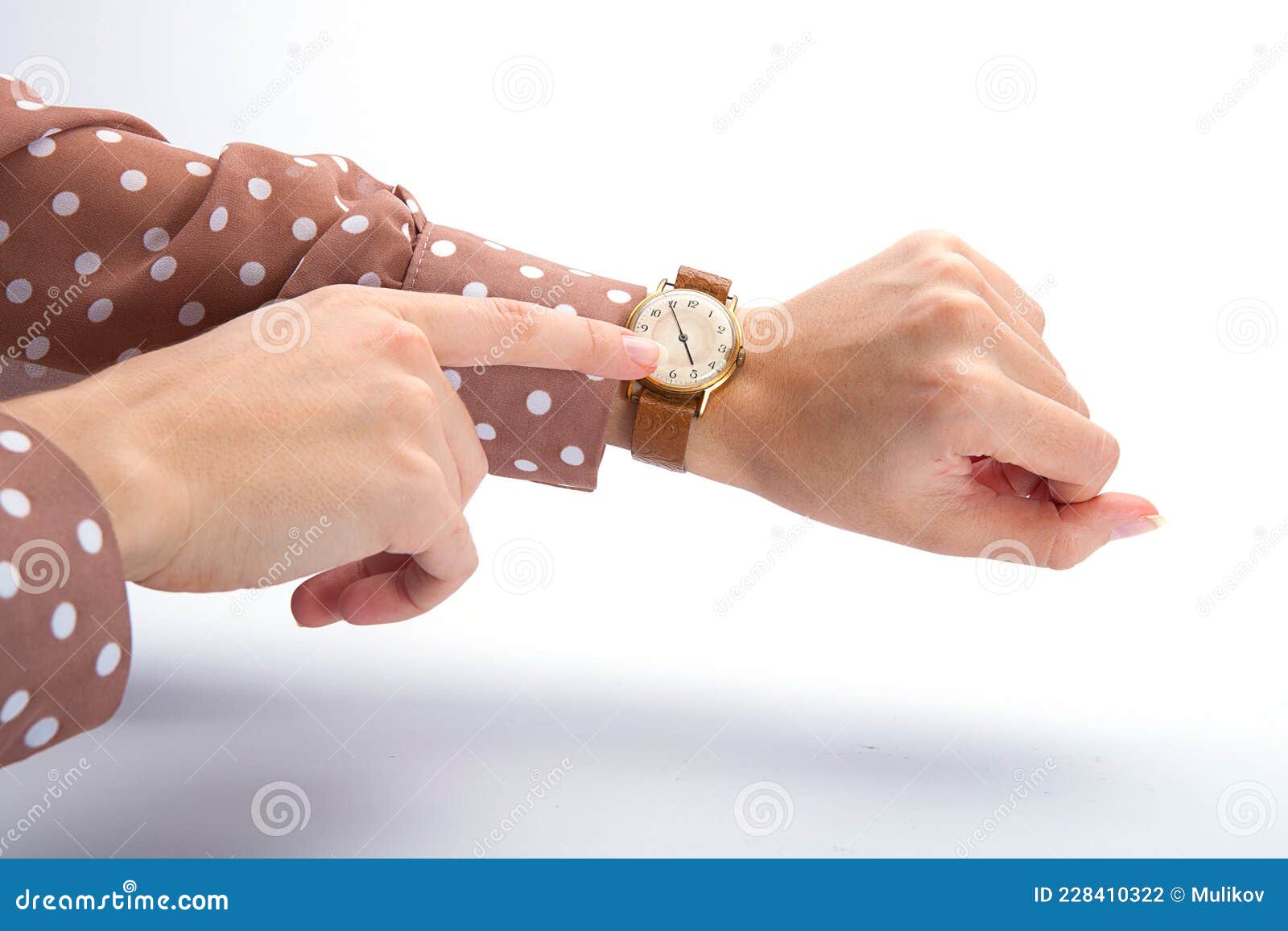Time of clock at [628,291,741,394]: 4:54
